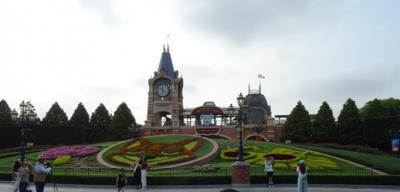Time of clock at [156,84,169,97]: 6:58
